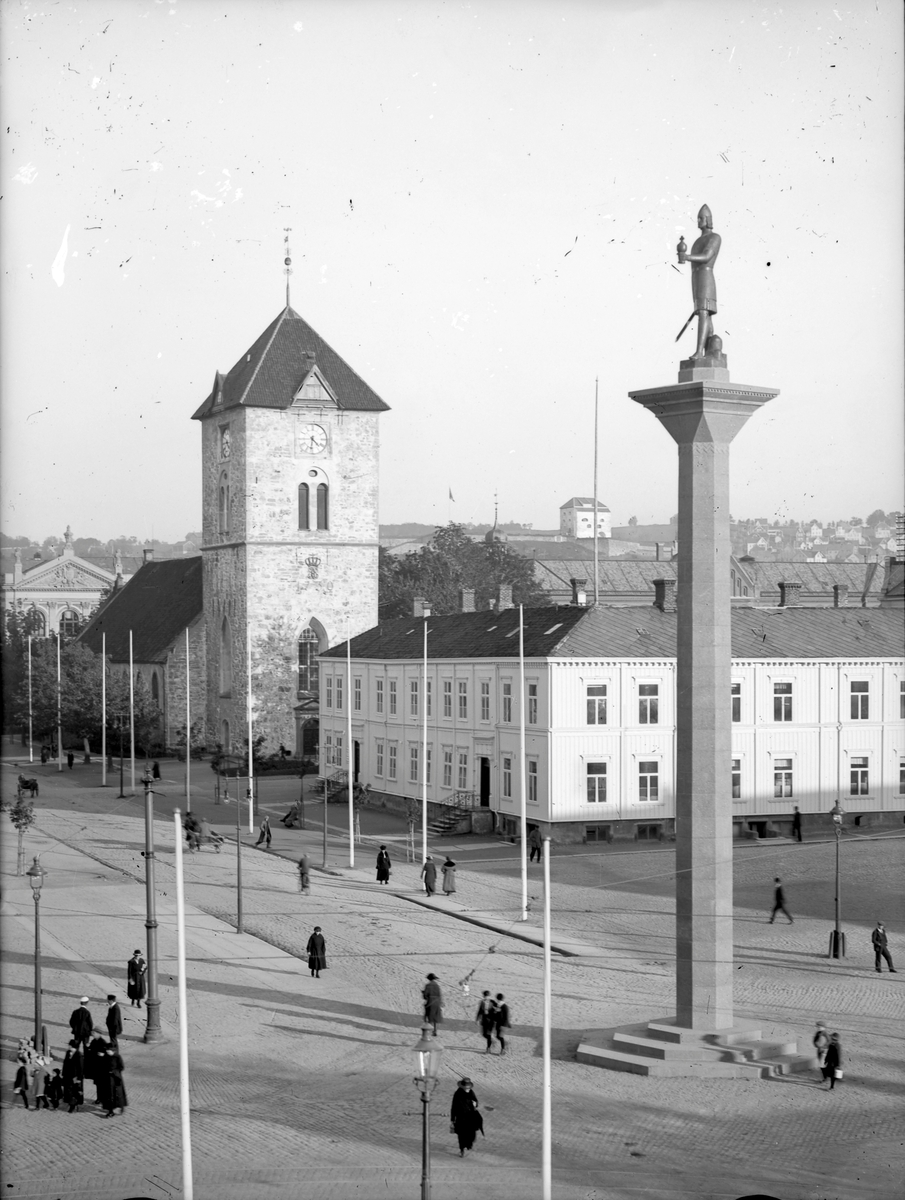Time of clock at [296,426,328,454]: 4:31
